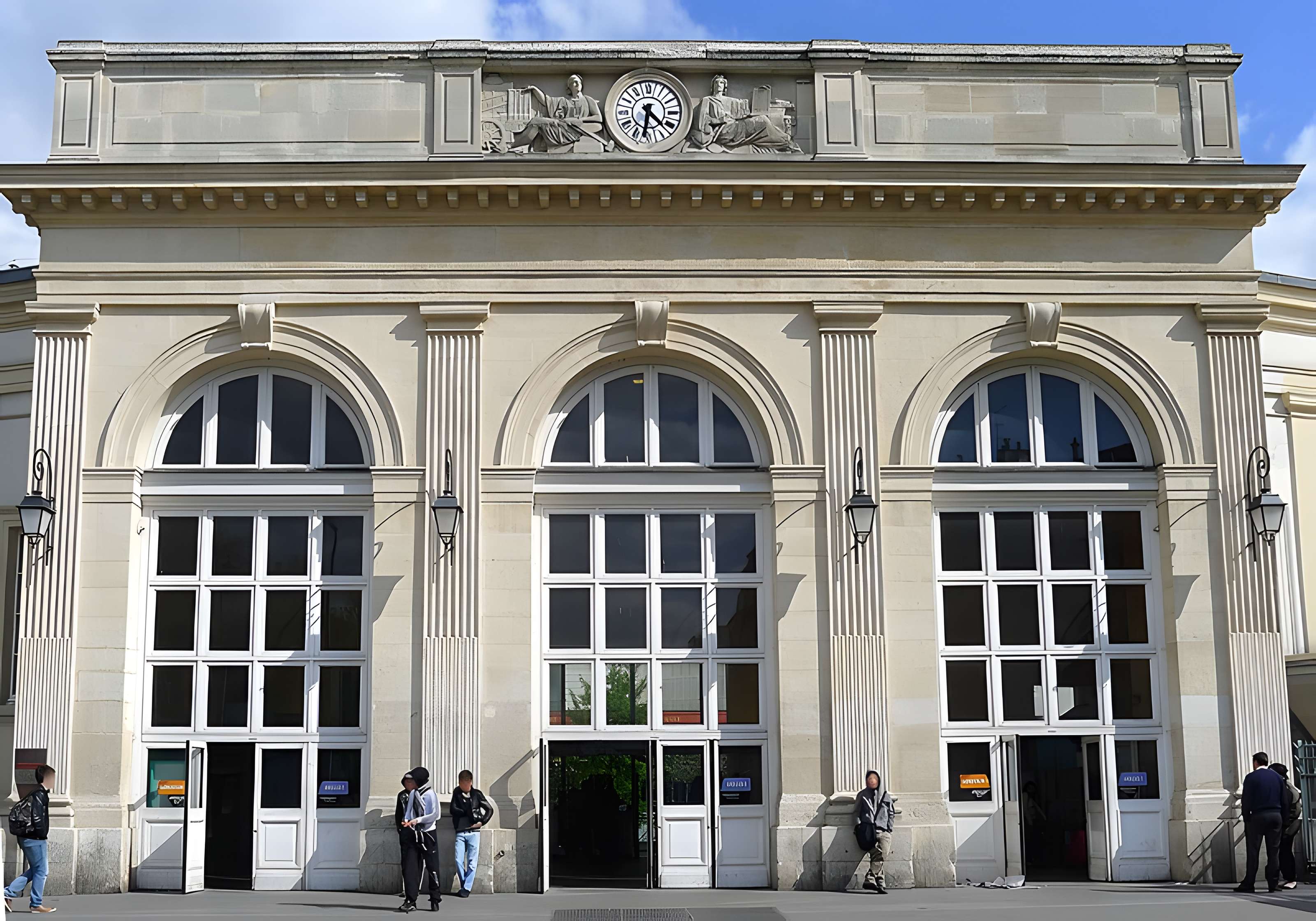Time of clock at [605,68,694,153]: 6:22
